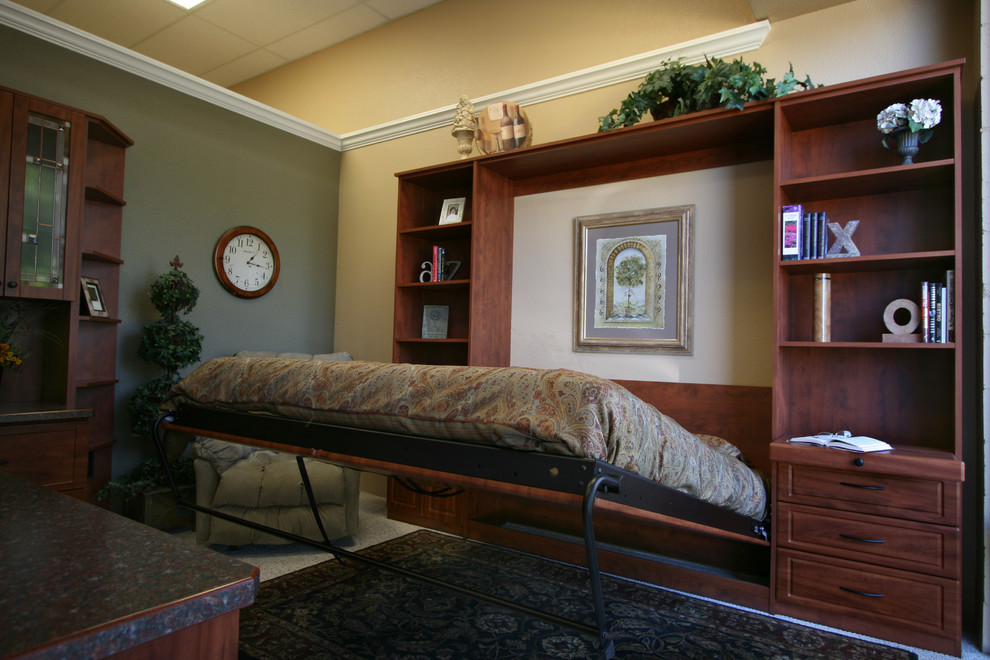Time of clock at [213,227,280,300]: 1:16
